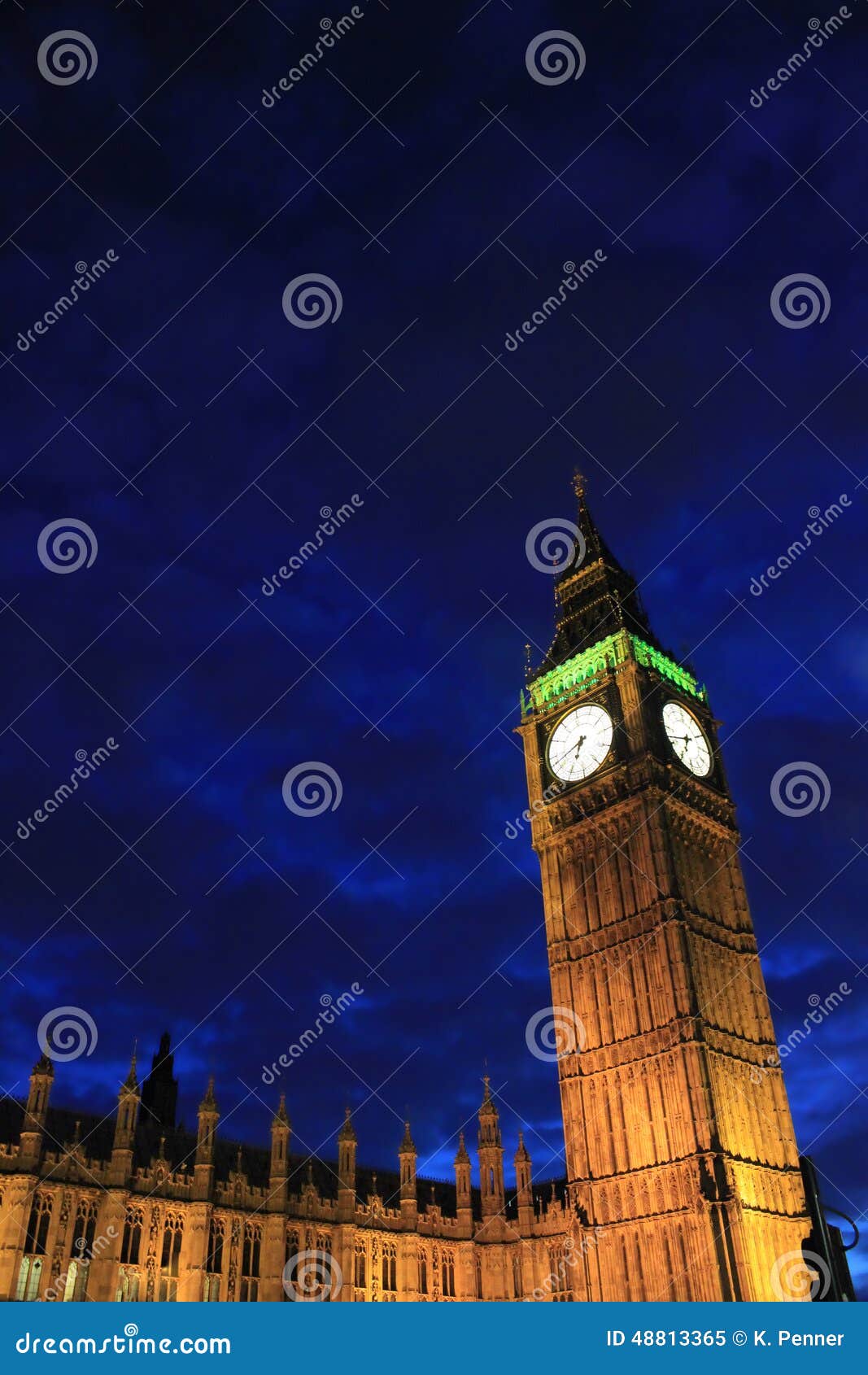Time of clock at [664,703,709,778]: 6:41
